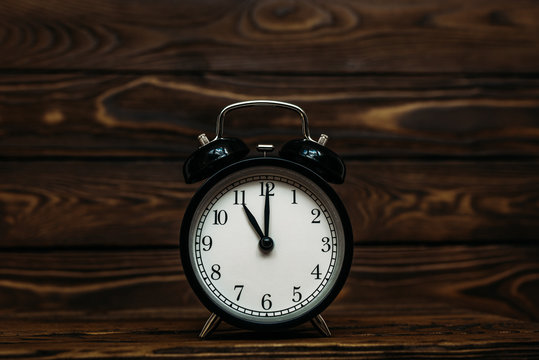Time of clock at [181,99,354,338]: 11:00
